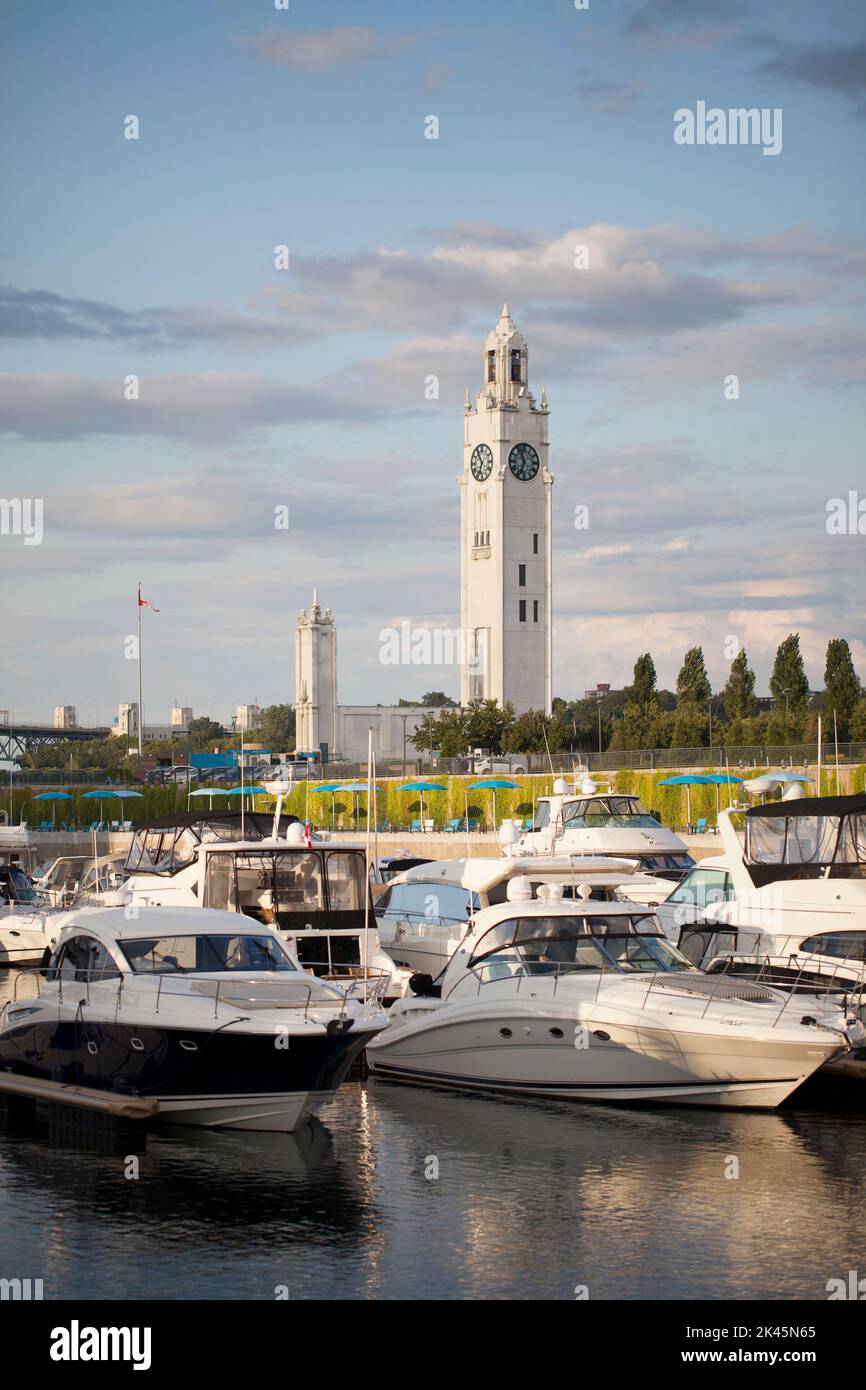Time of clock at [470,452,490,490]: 6:54
